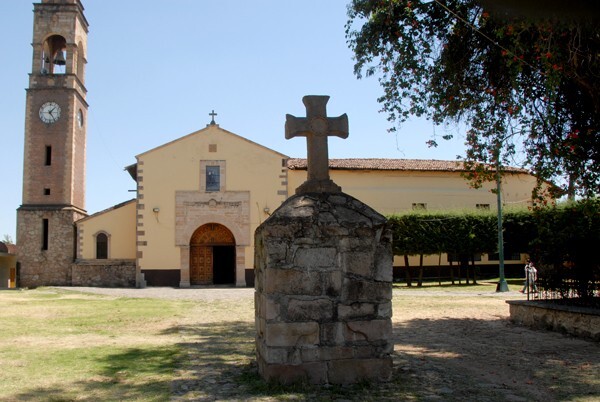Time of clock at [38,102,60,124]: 1:24
